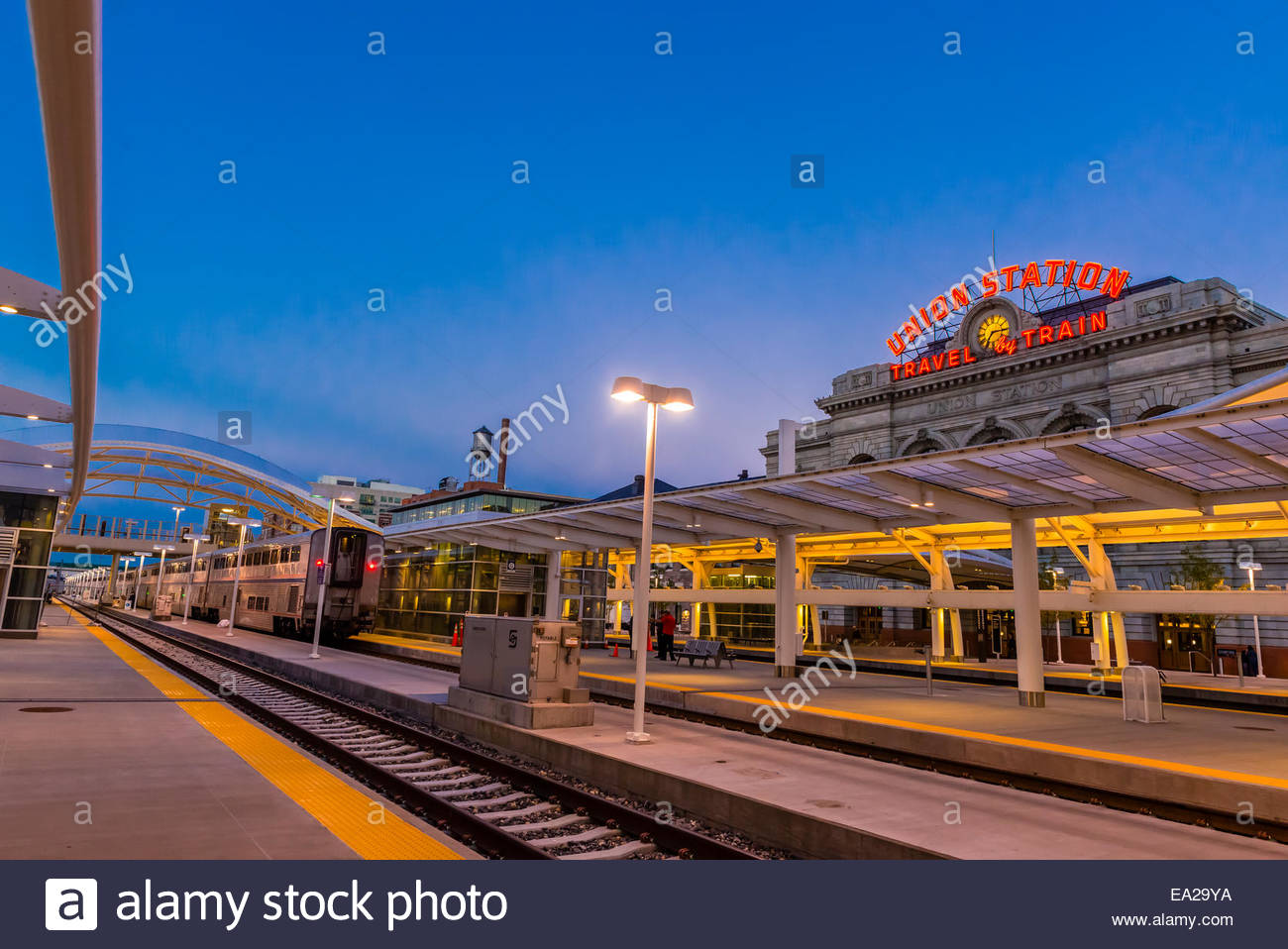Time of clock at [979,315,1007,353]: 7:15
